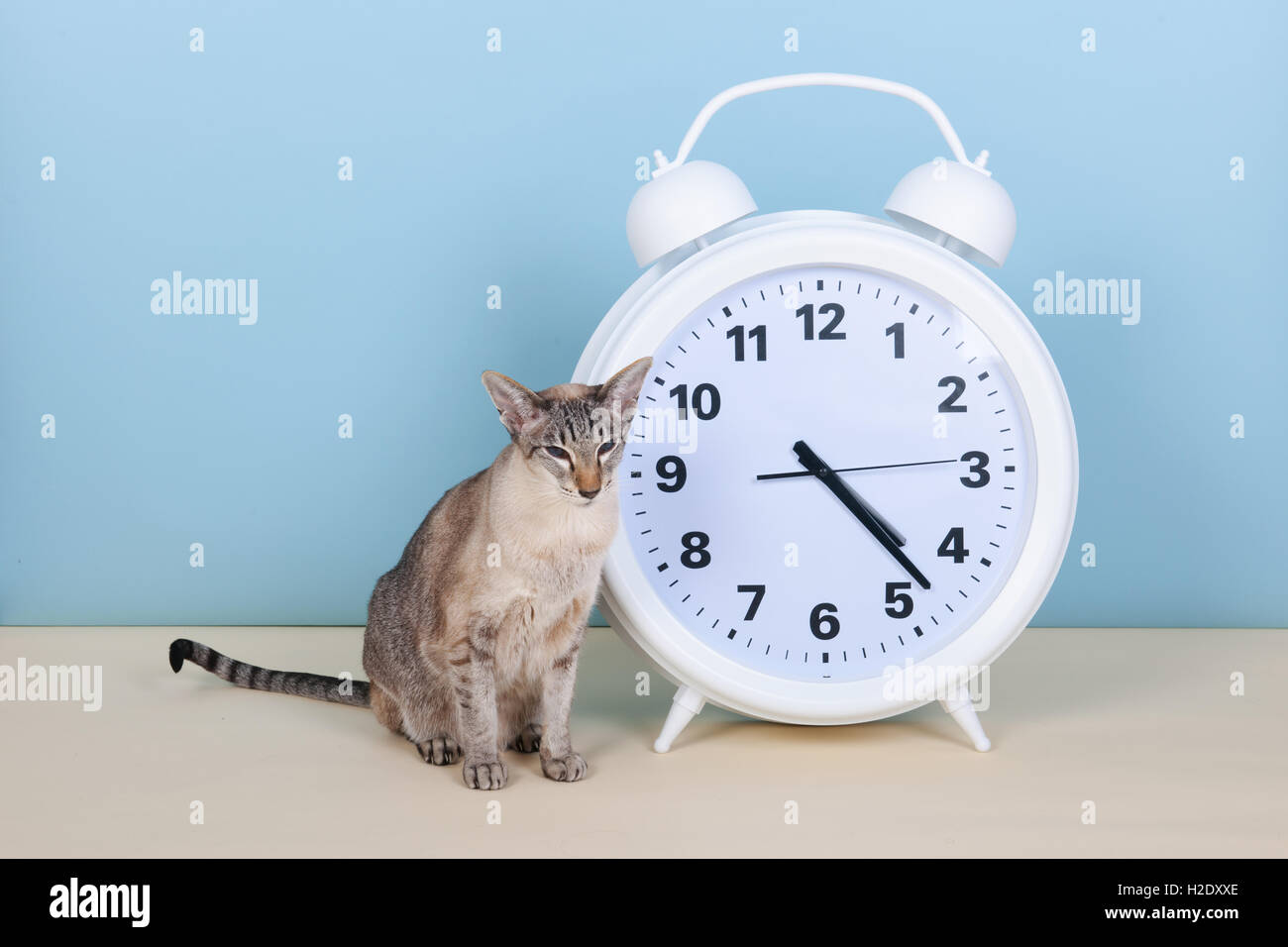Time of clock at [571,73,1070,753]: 4:22
